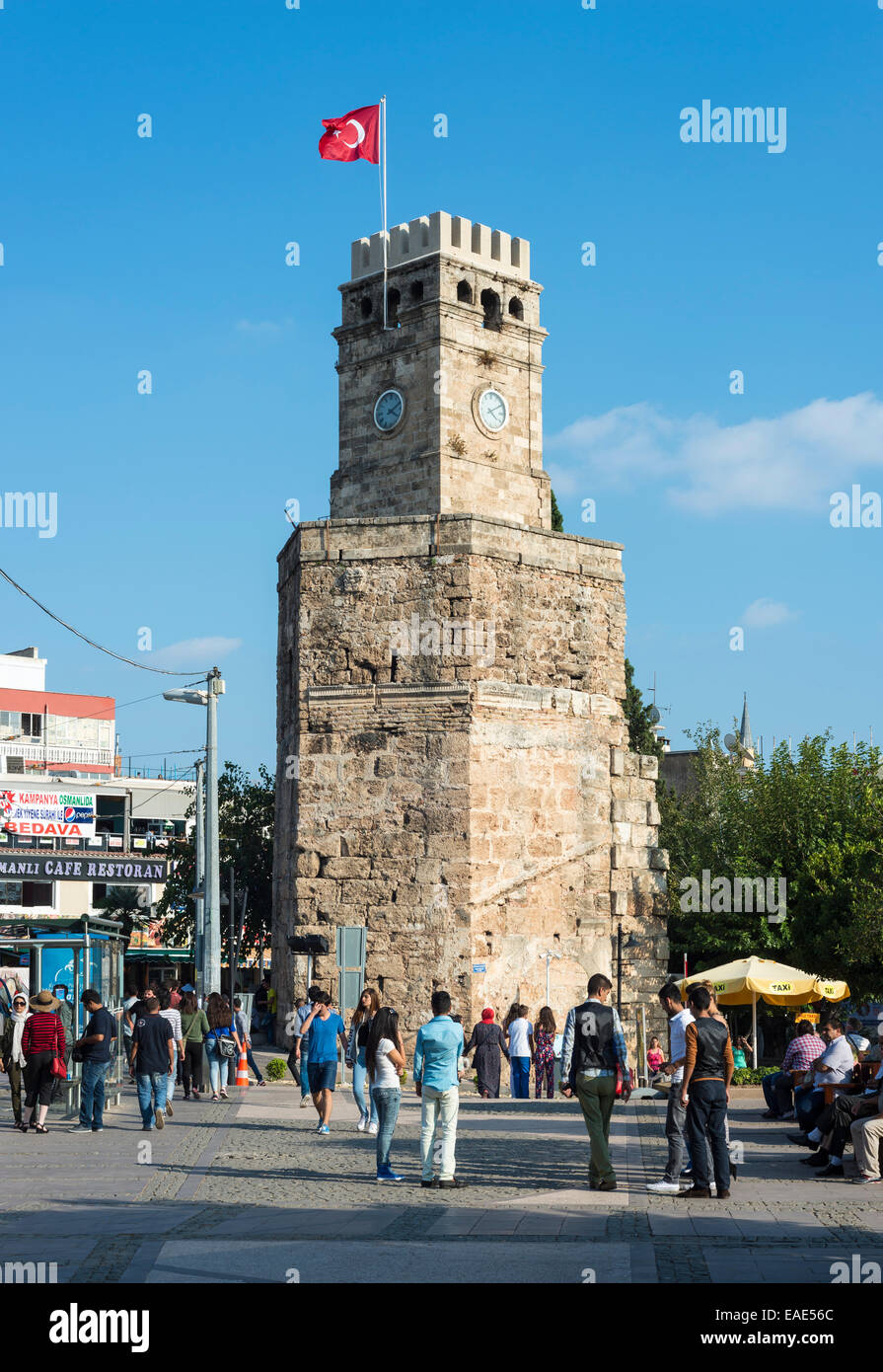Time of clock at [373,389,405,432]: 4:10
